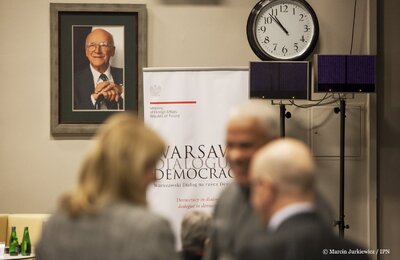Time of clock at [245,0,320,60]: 10:52
